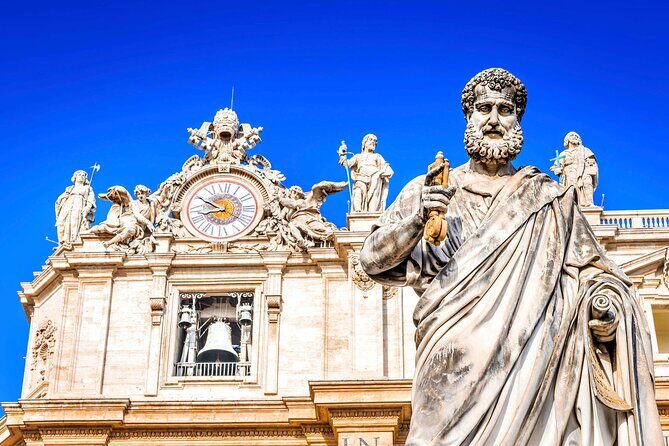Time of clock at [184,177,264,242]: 8:49
